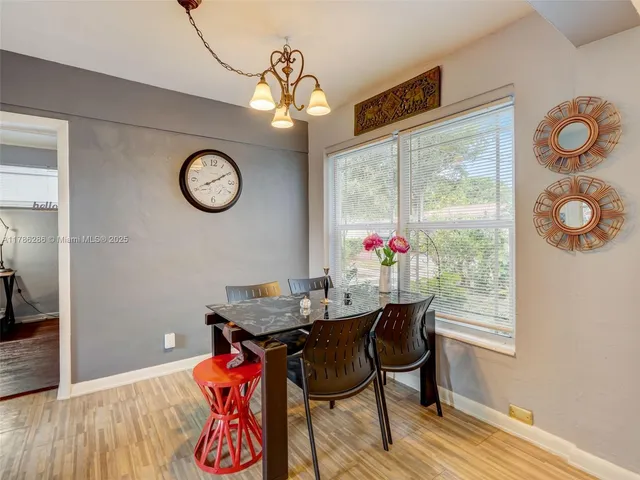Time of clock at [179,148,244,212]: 8:09
